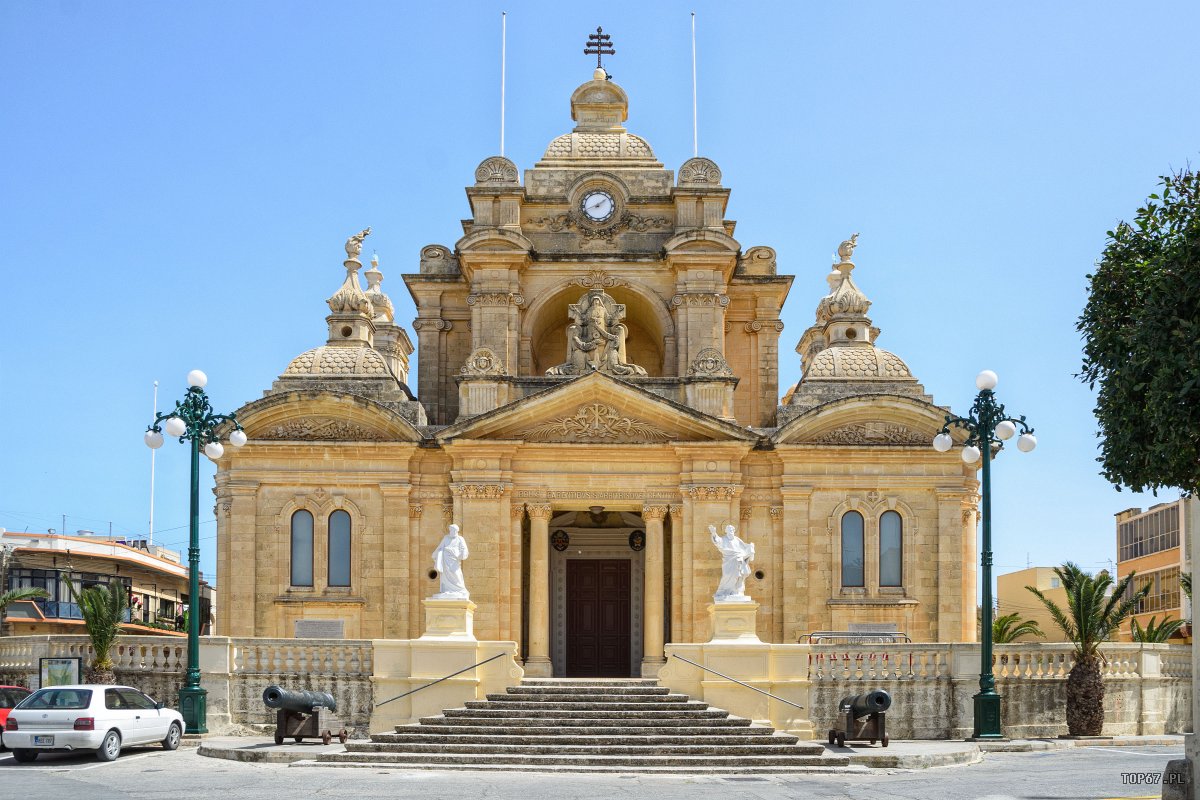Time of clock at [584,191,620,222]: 1:41
